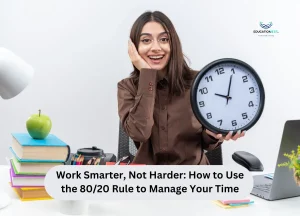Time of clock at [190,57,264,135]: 10:04
